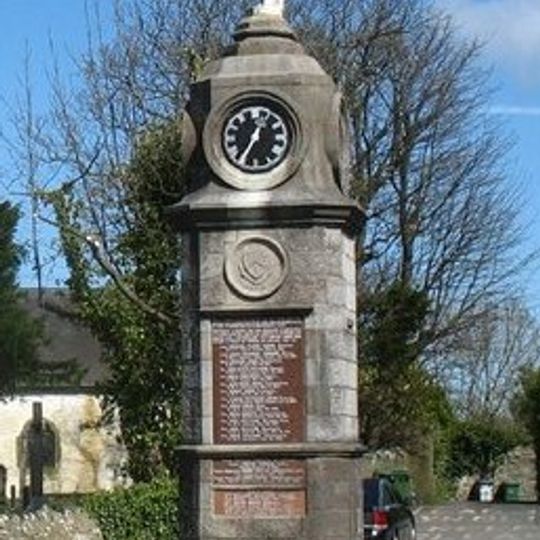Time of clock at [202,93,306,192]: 12:34
